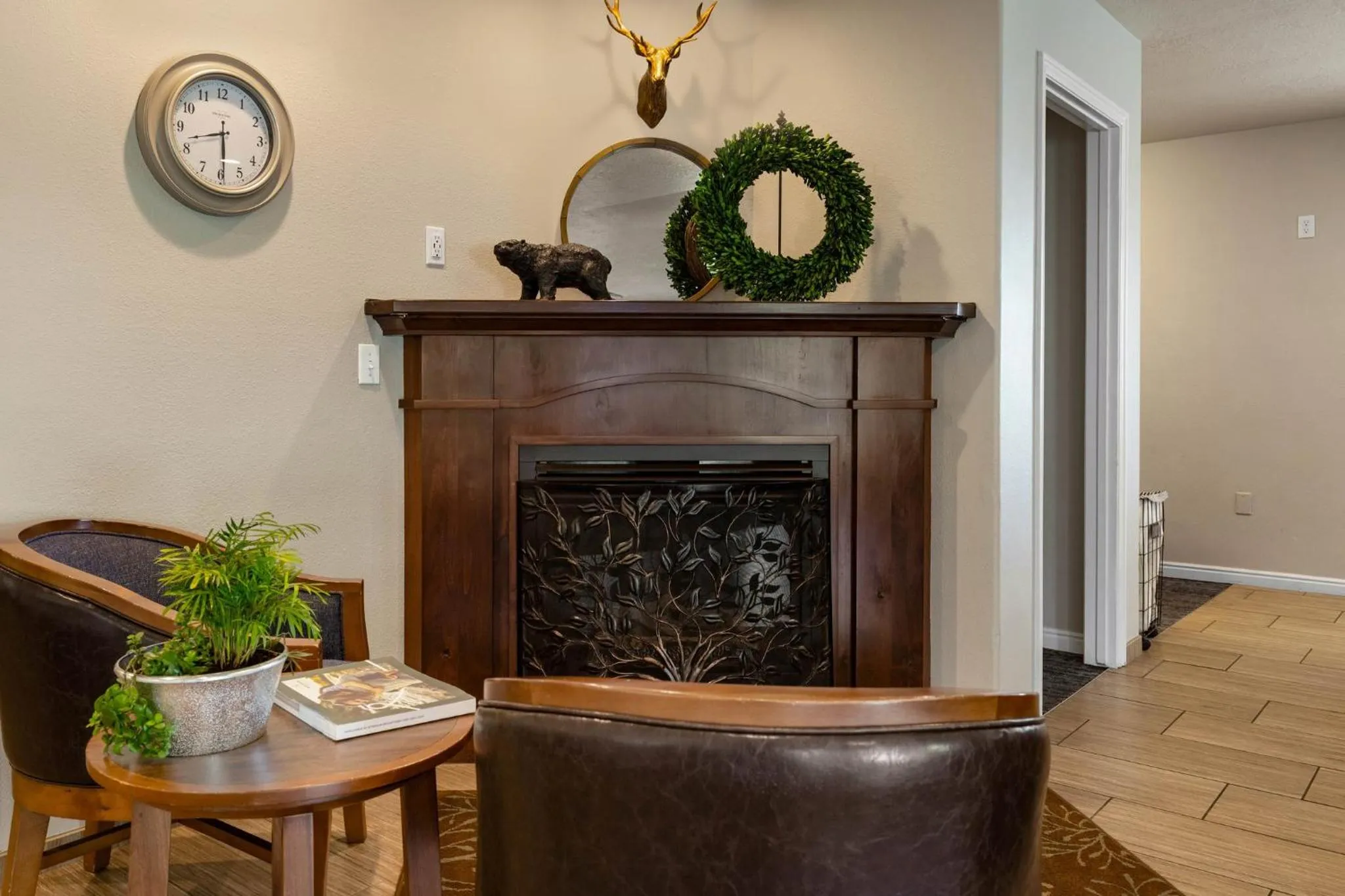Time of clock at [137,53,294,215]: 8:29
